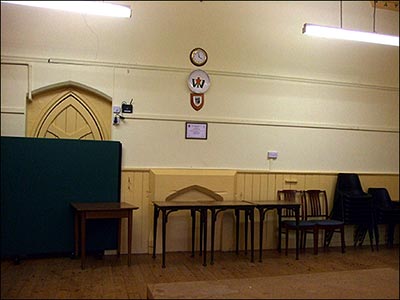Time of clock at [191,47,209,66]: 11:21
